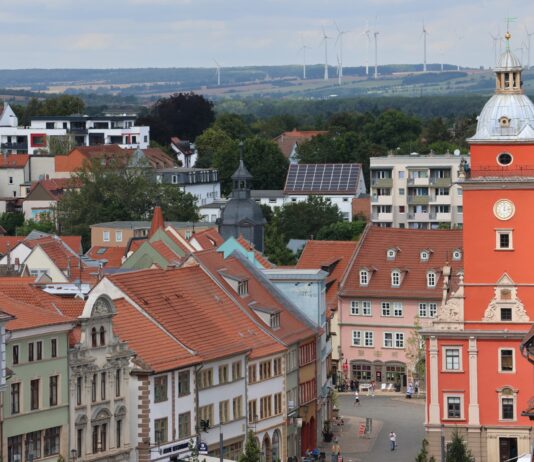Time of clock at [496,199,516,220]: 12:13
